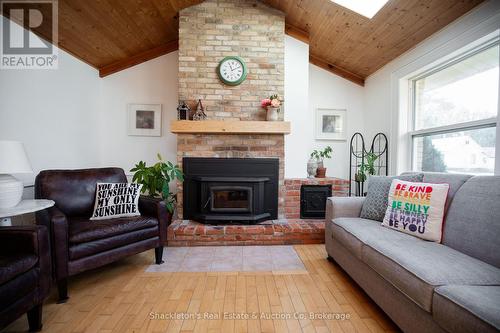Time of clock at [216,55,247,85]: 11:10
